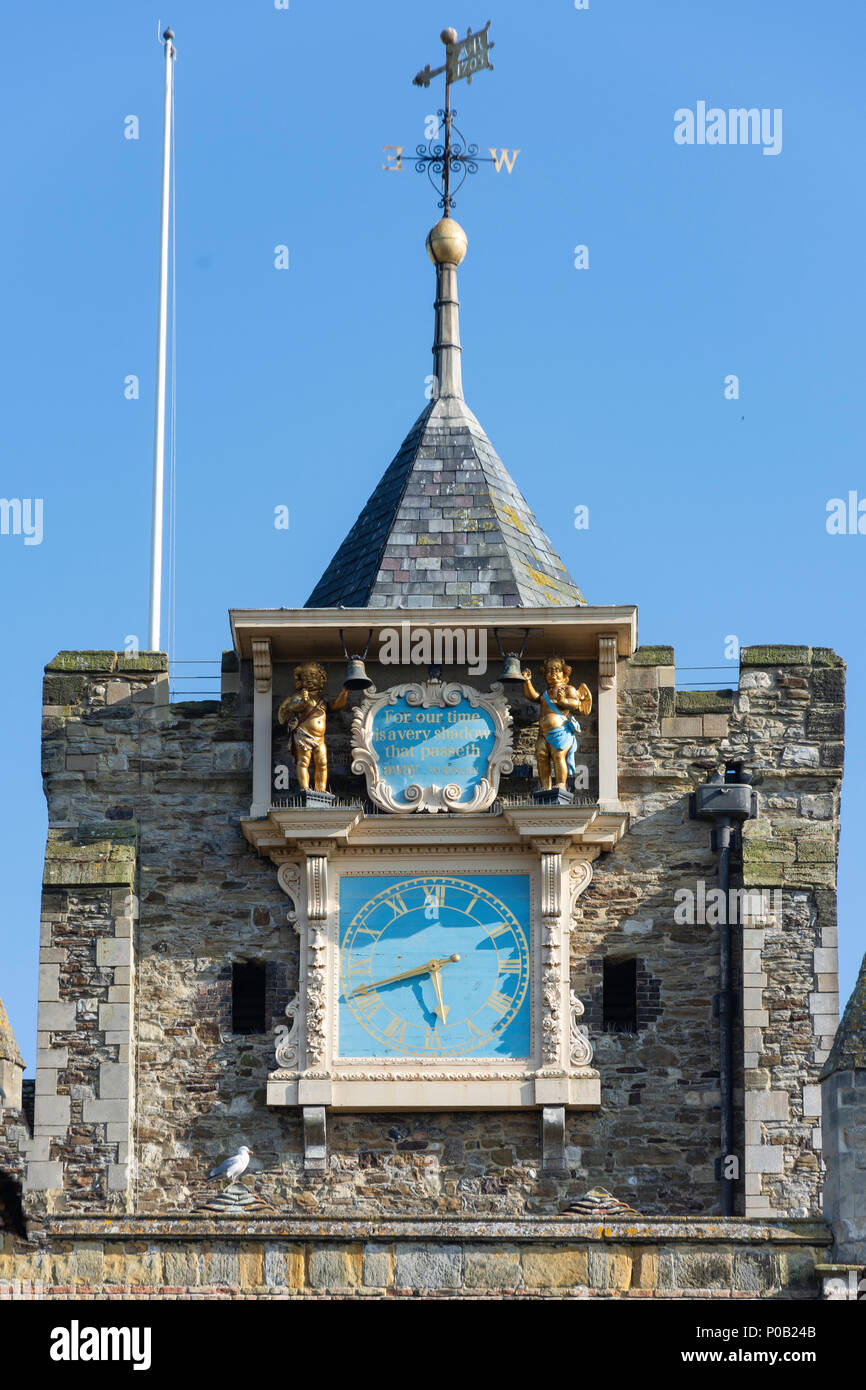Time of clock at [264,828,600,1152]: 5:40
